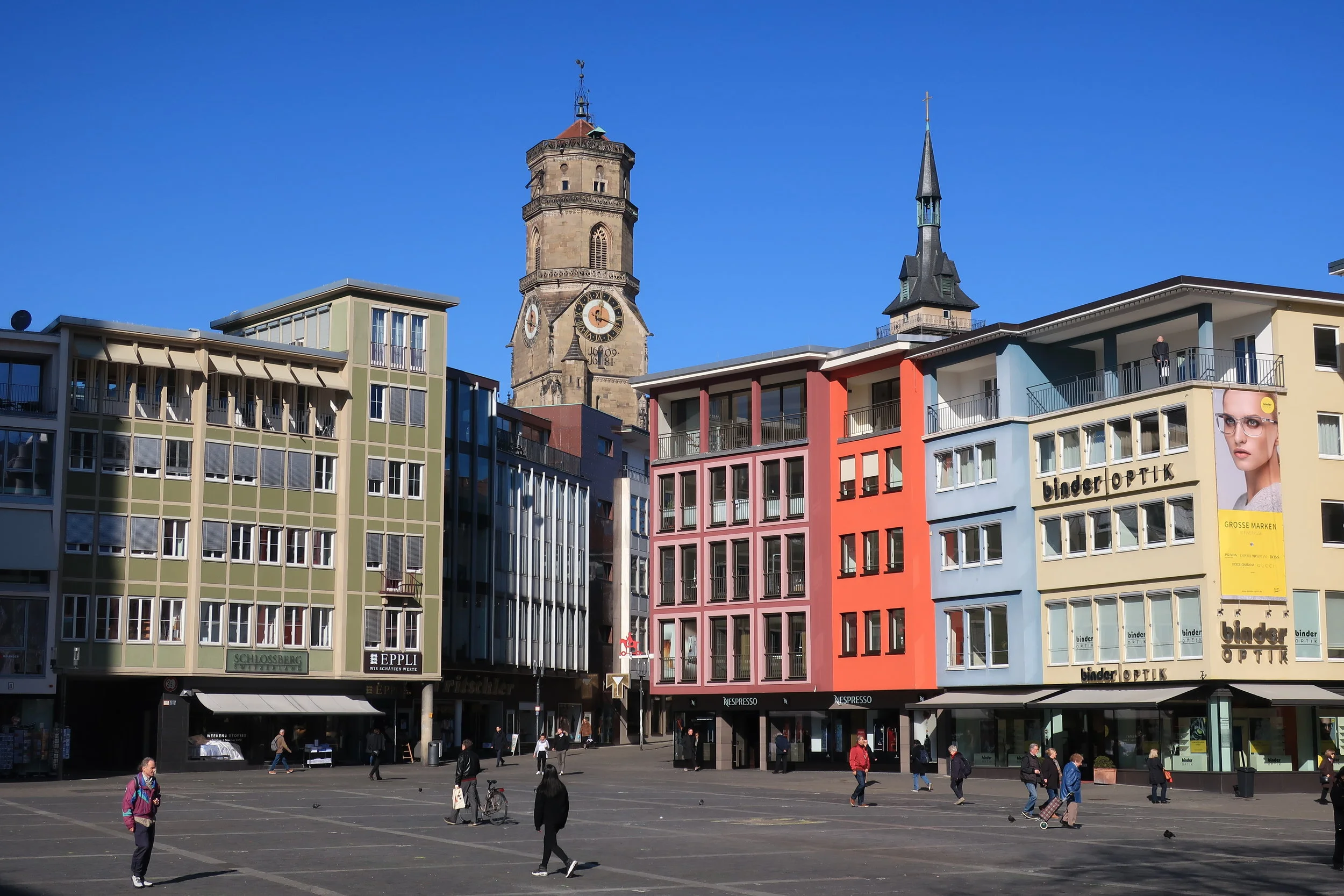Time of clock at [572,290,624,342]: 12:18
